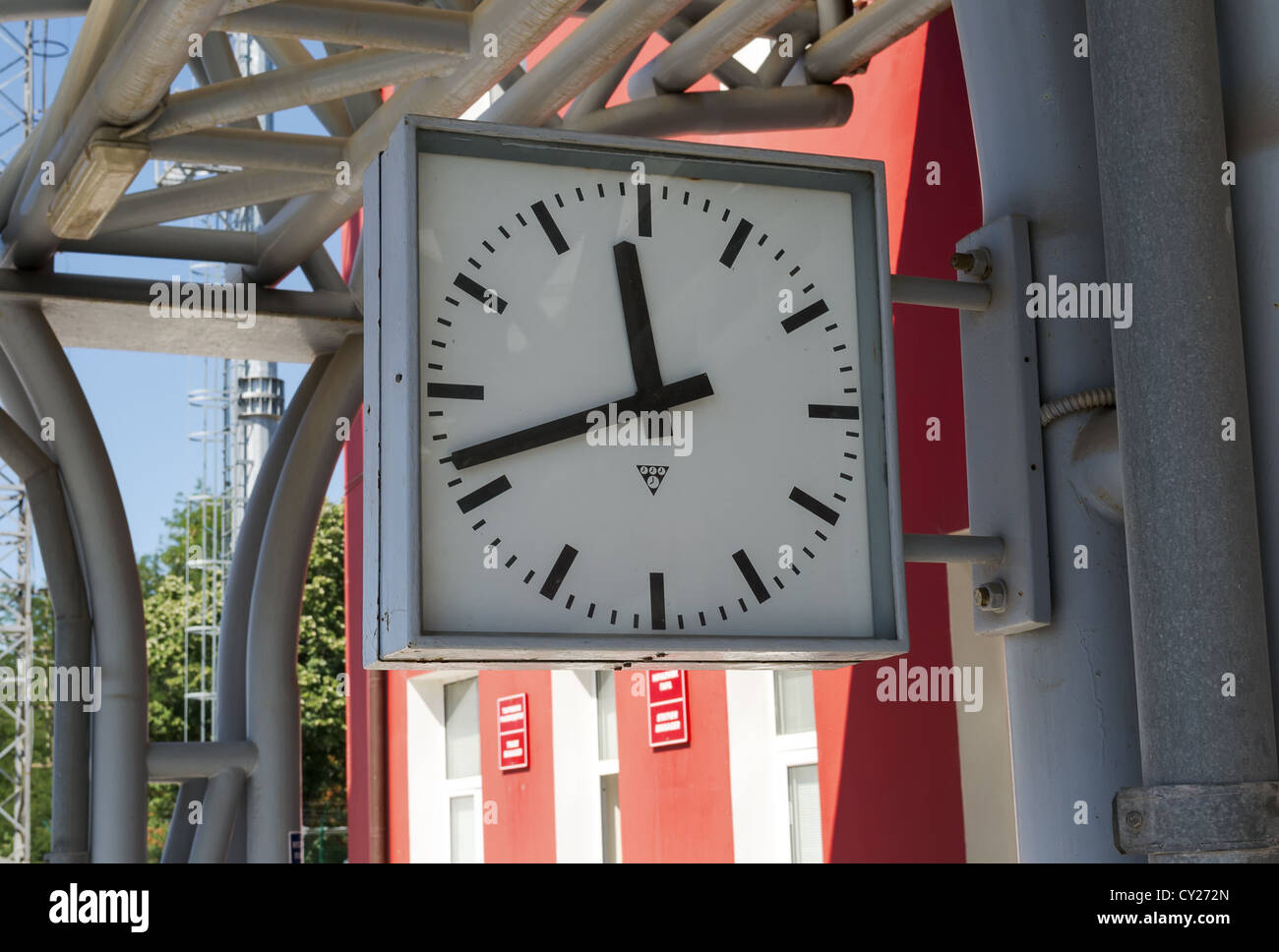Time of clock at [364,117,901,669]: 11:41
